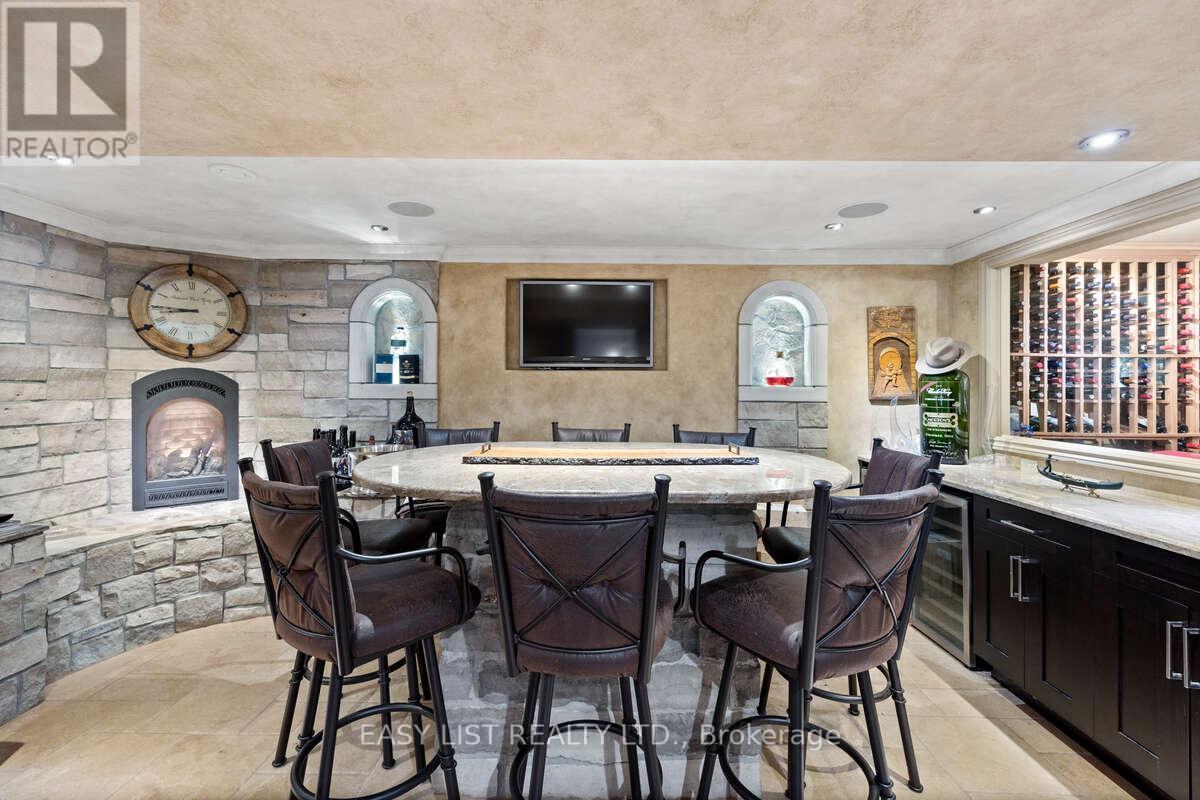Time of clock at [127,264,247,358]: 8:45
